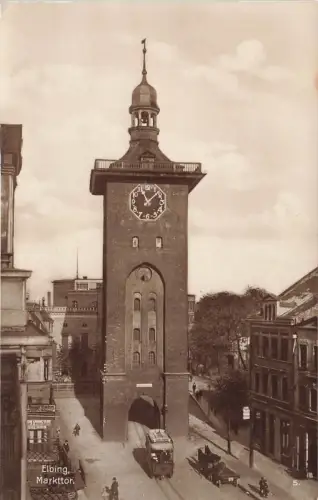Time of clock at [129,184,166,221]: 11:07
